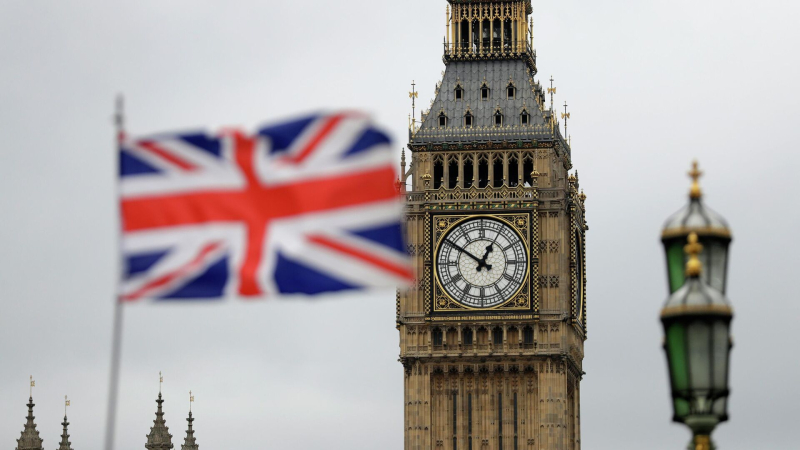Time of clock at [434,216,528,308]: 12:50
